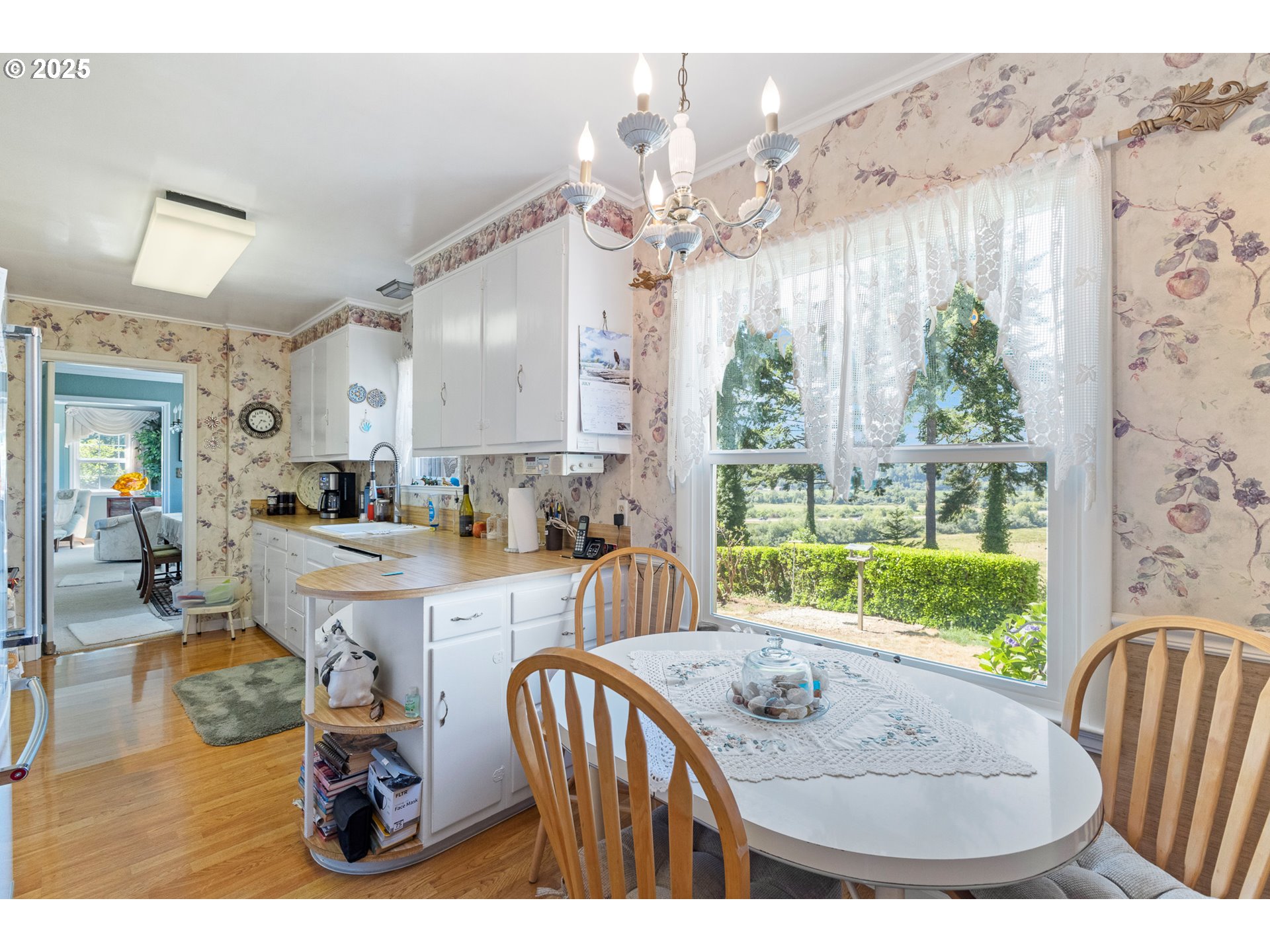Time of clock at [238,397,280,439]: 3:34
